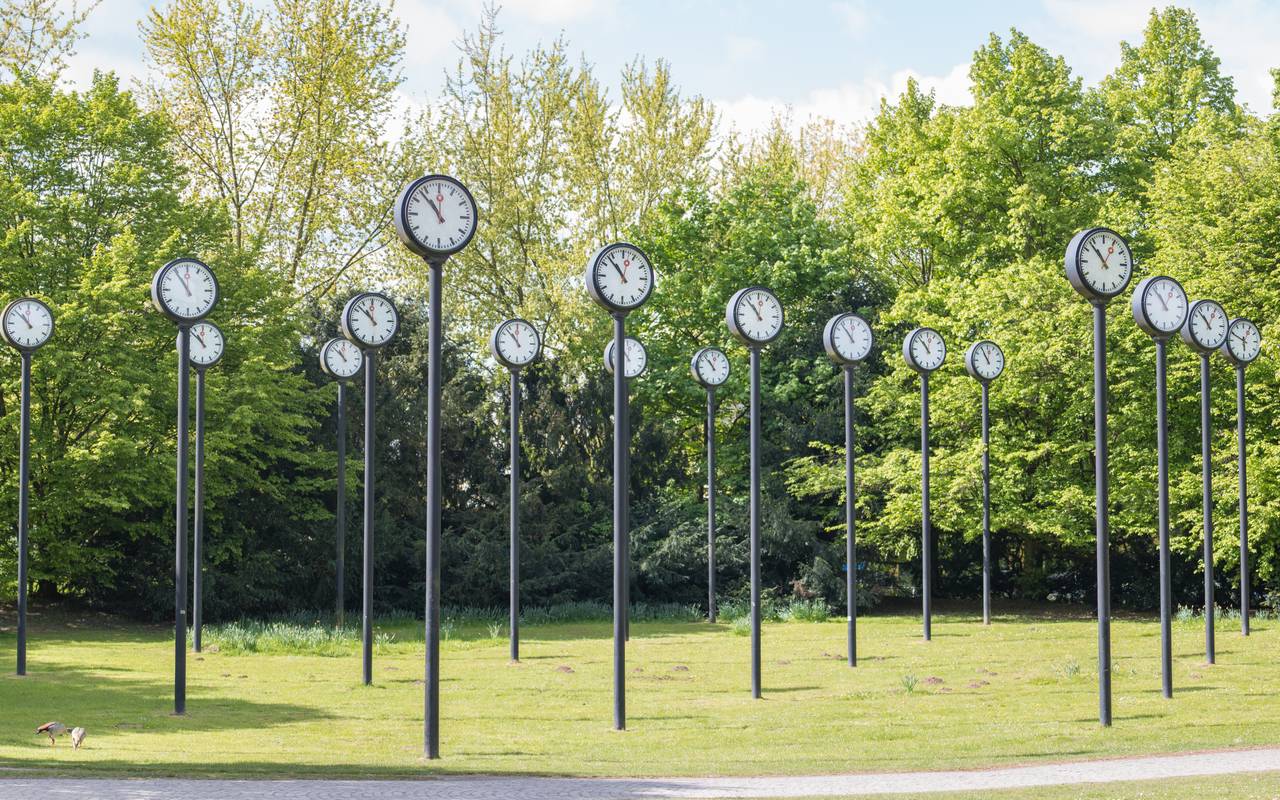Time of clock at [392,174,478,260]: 11:53
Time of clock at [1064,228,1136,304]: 12:53
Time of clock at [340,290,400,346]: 10:52
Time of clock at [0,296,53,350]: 10:52
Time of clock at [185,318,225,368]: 10:51
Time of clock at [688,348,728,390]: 10:53
